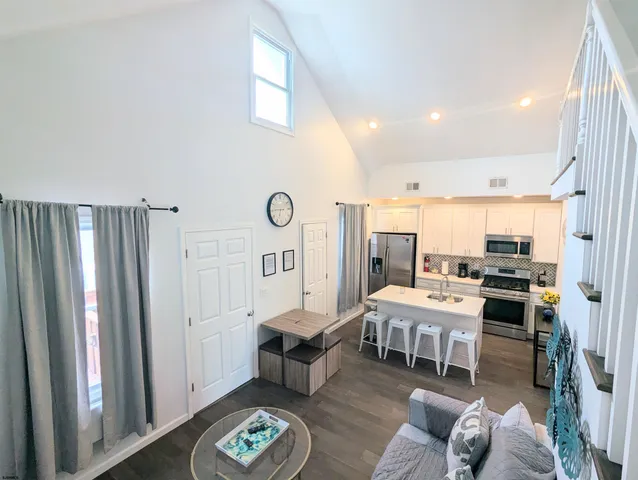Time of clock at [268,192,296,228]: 6:45
